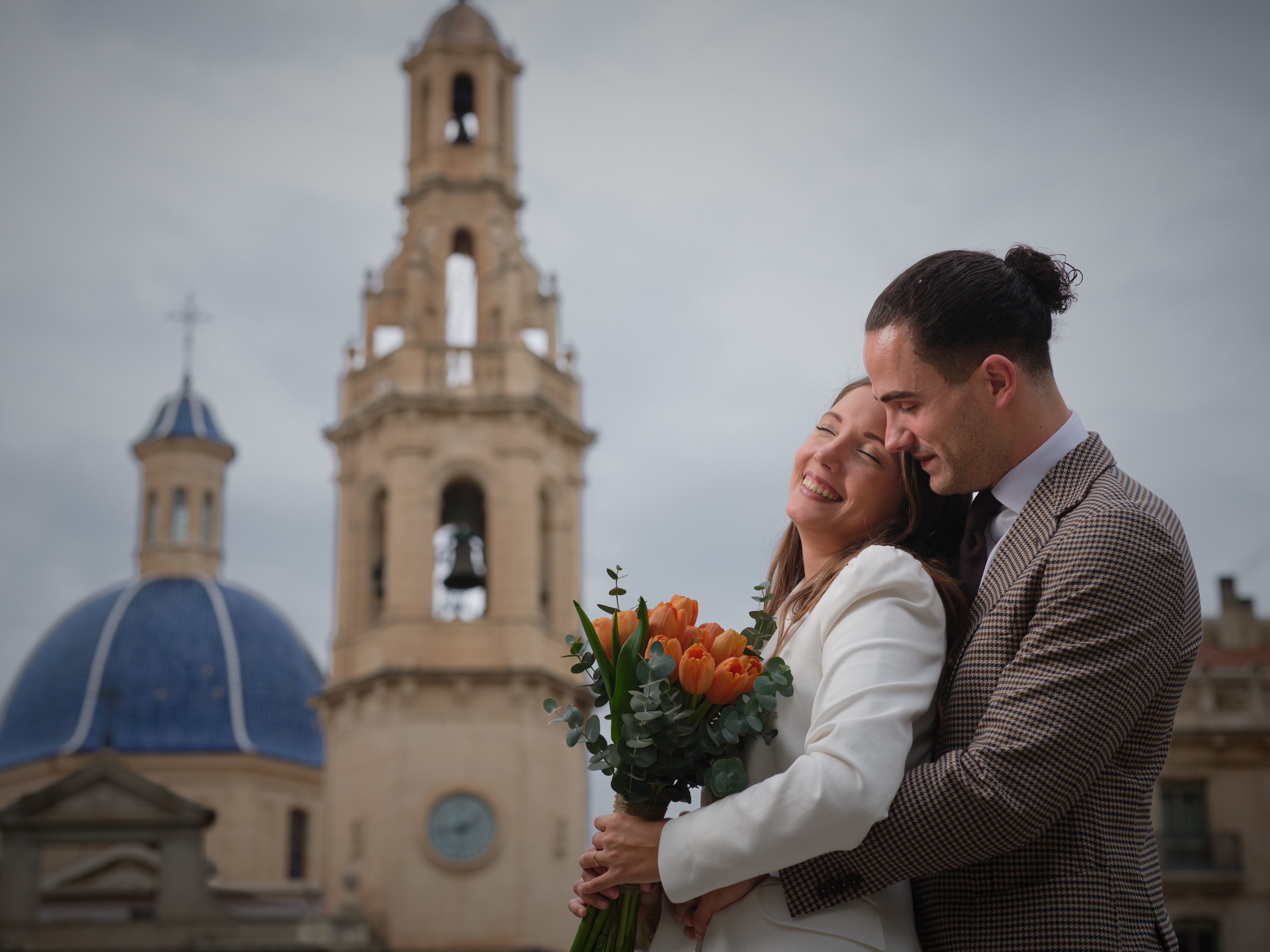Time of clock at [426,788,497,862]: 1:43
